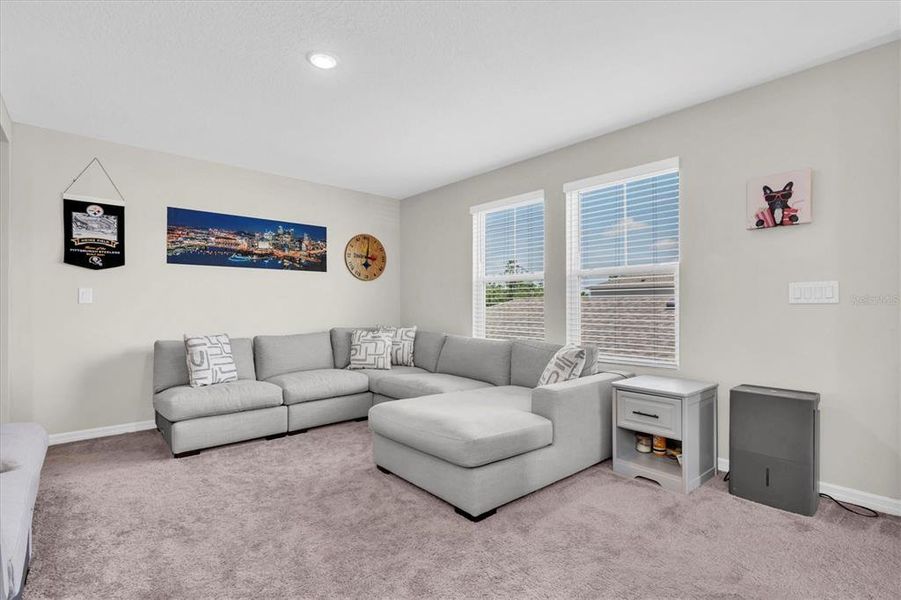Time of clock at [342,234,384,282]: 3:01
